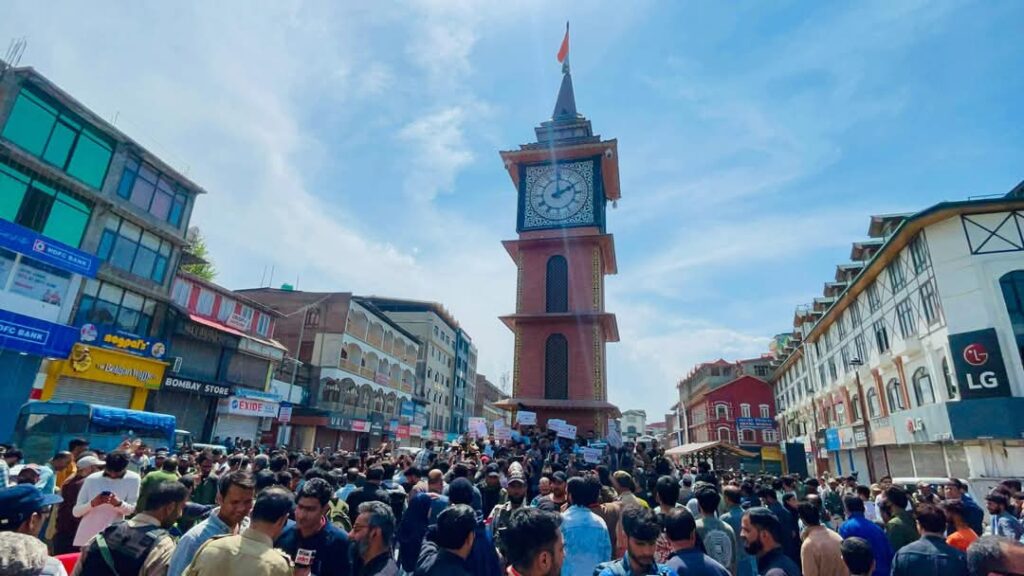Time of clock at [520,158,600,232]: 2:00
